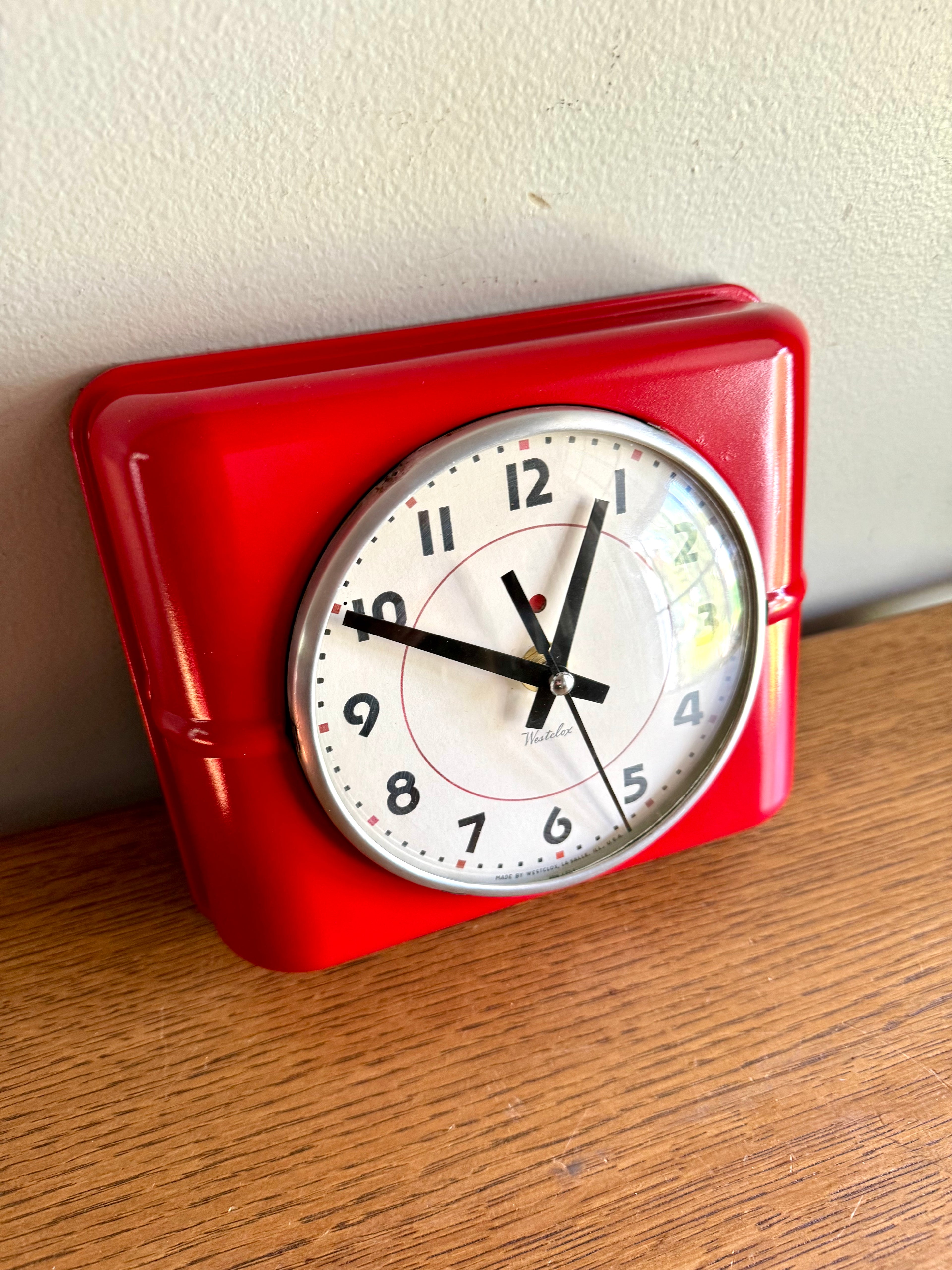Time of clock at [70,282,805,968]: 12:49
